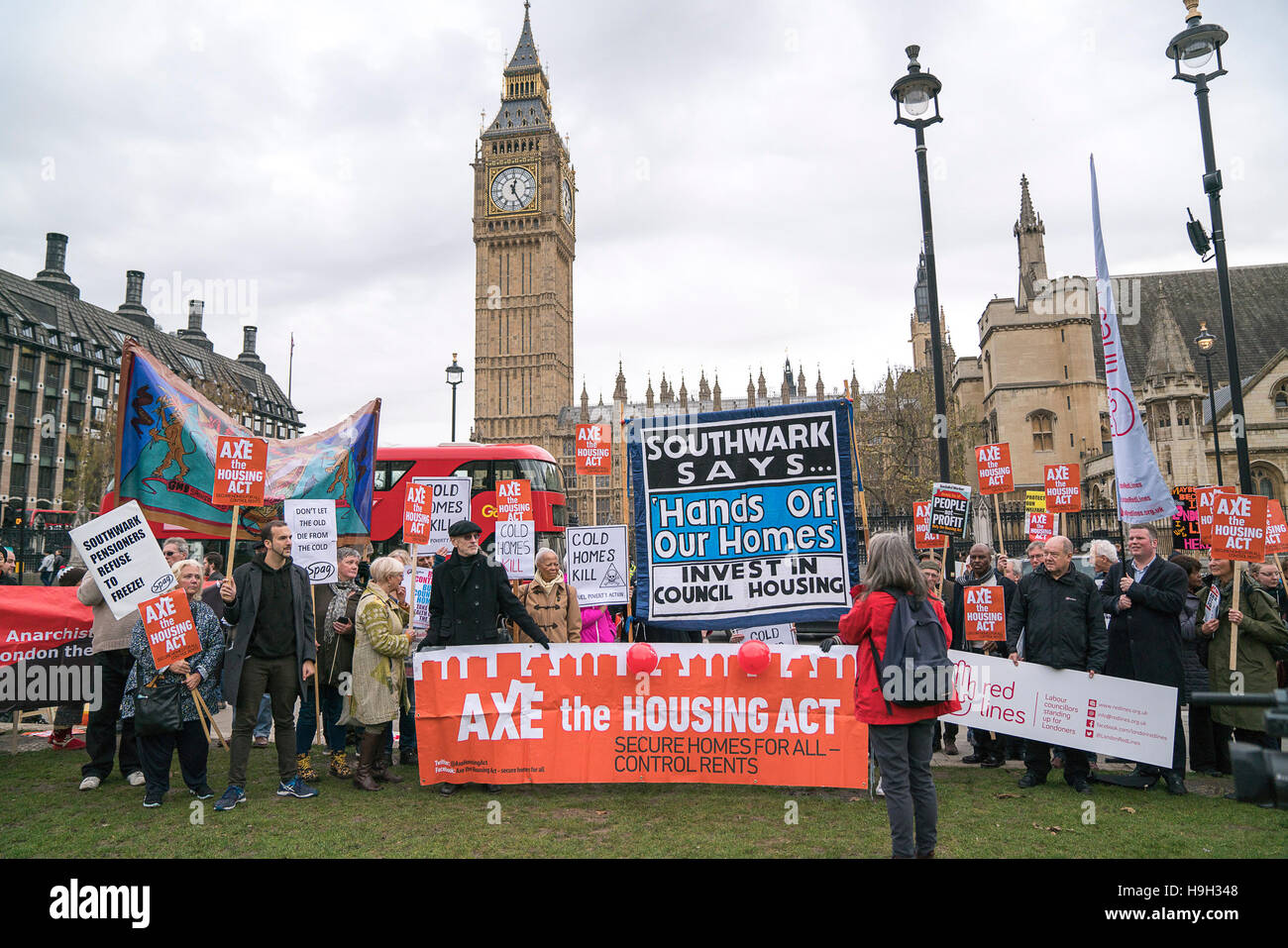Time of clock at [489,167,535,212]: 12:25
